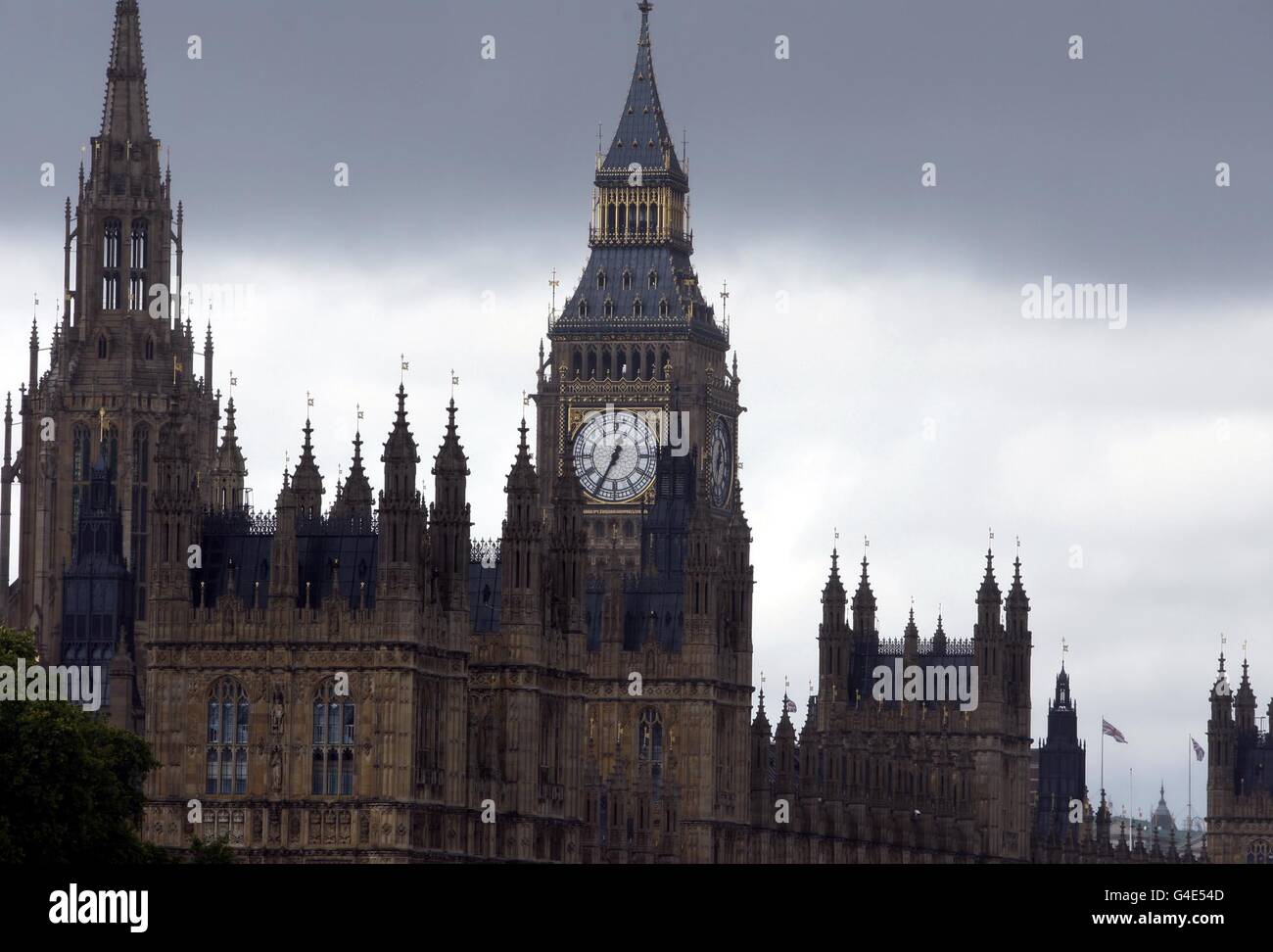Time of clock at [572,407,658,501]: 12:34
